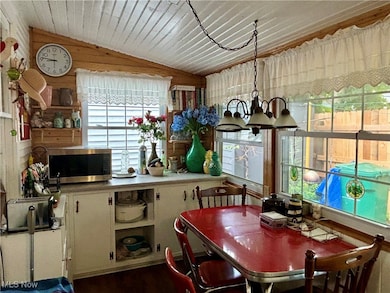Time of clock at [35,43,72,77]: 8:46
